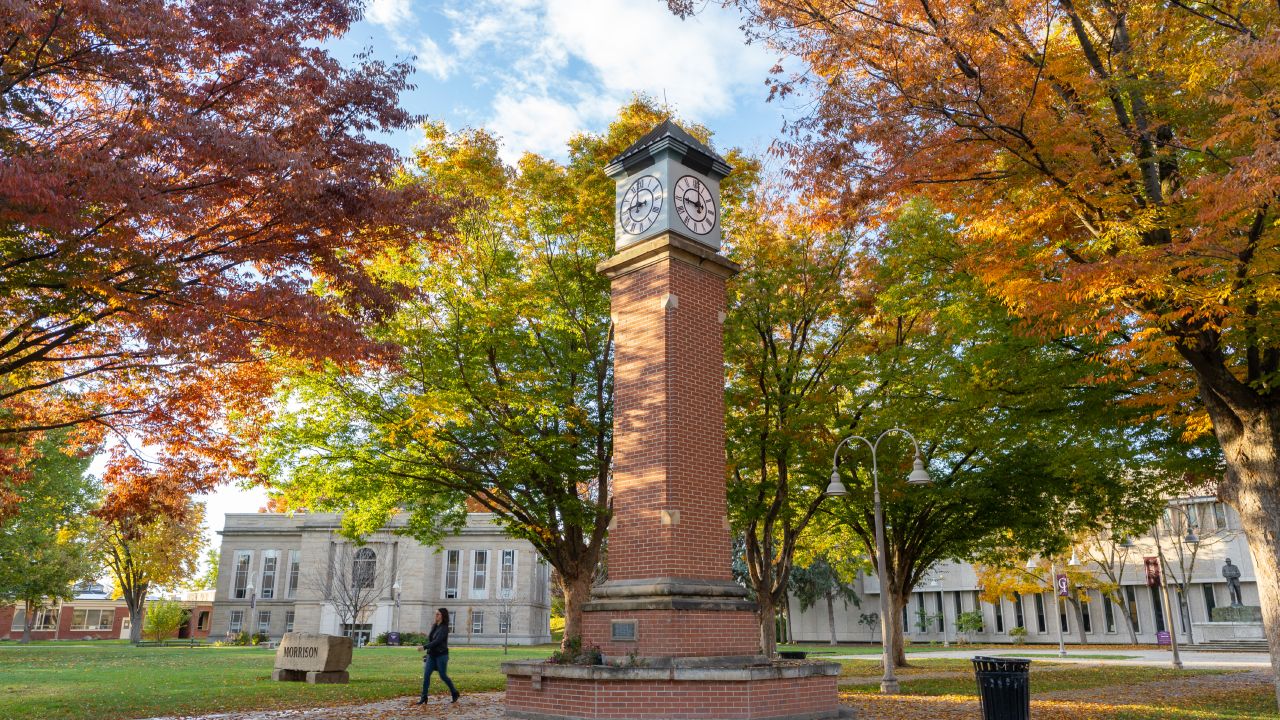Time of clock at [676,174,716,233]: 9:01
